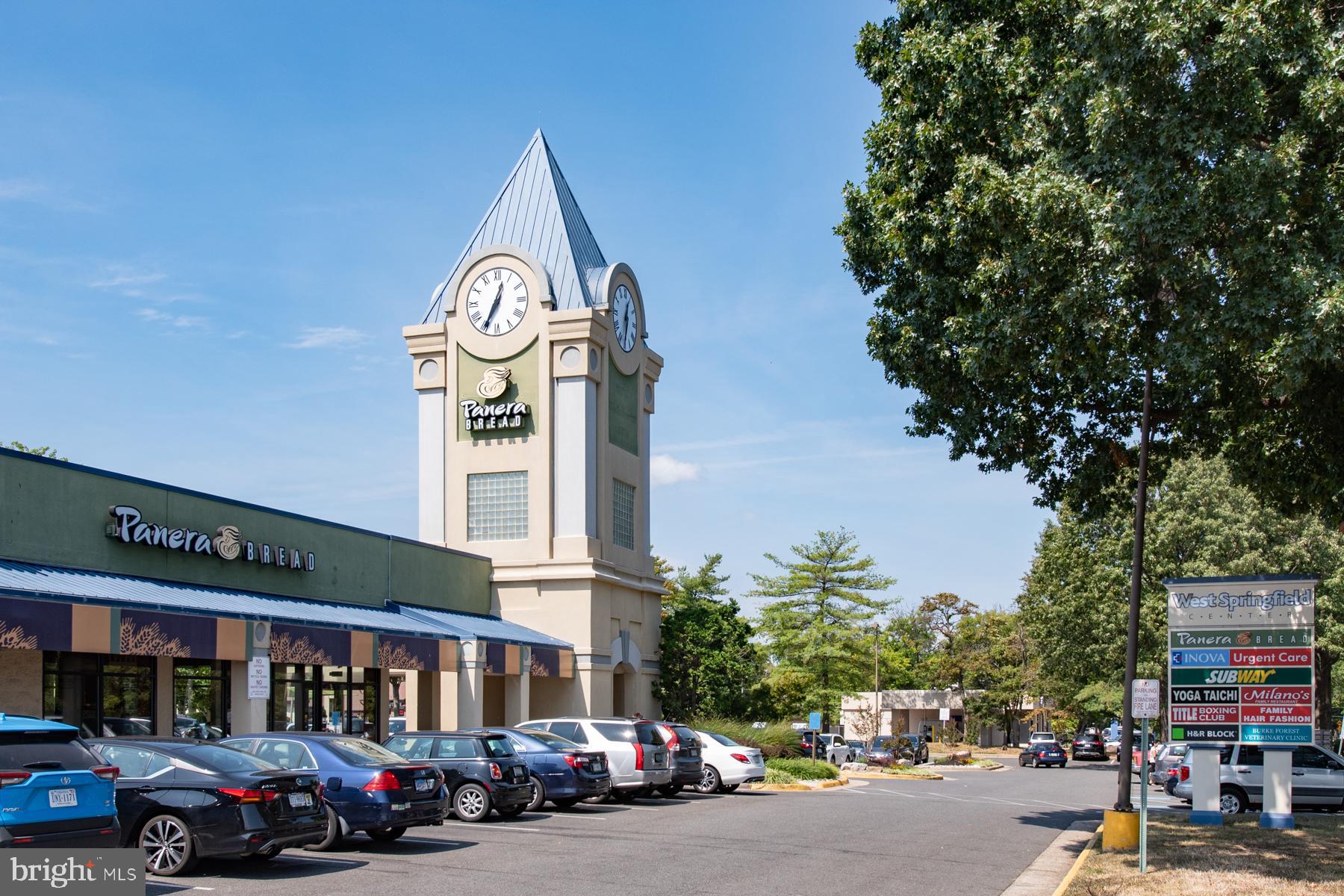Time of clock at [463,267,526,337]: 12:34
